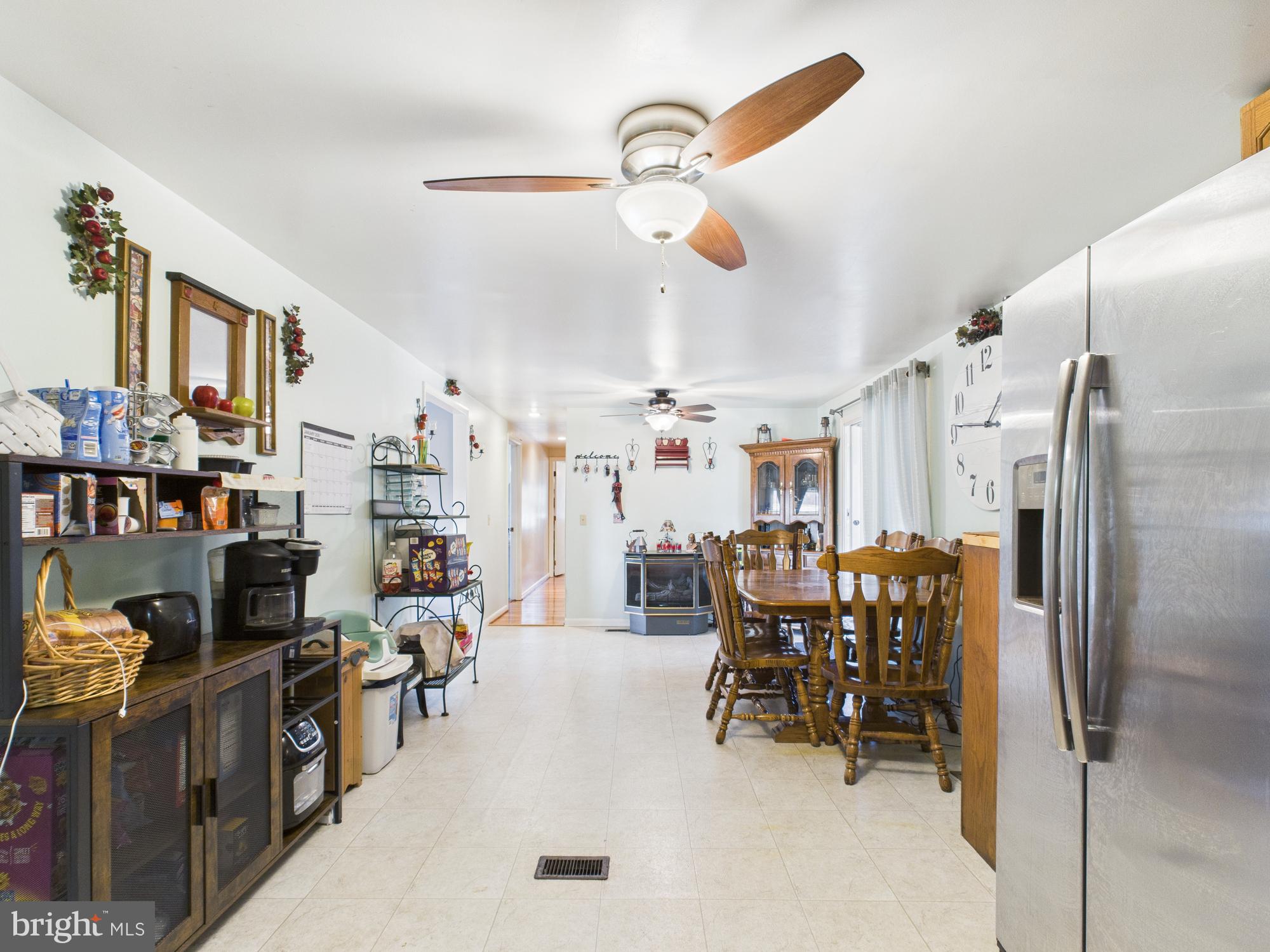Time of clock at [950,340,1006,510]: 12:46
